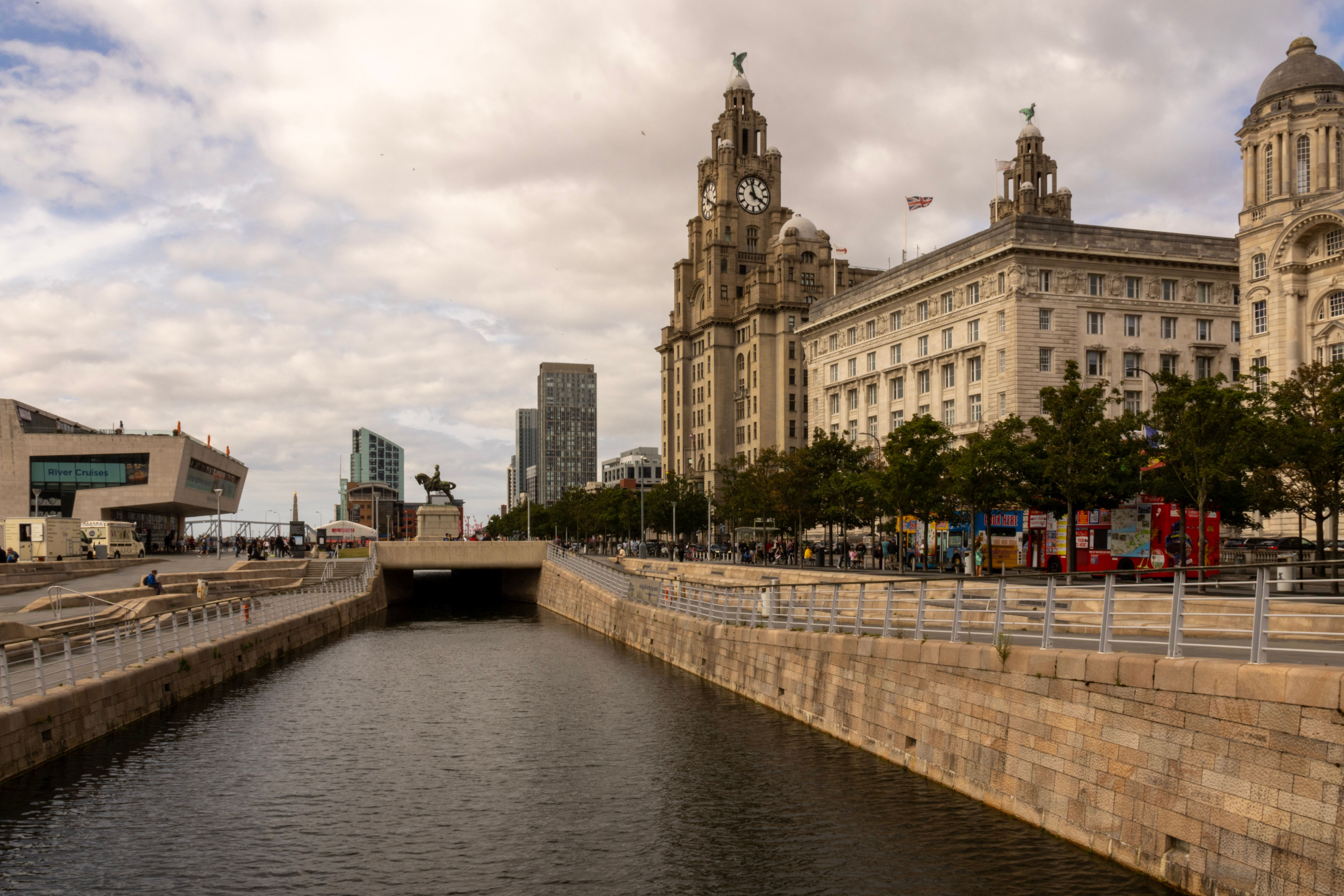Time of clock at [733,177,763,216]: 3:57
